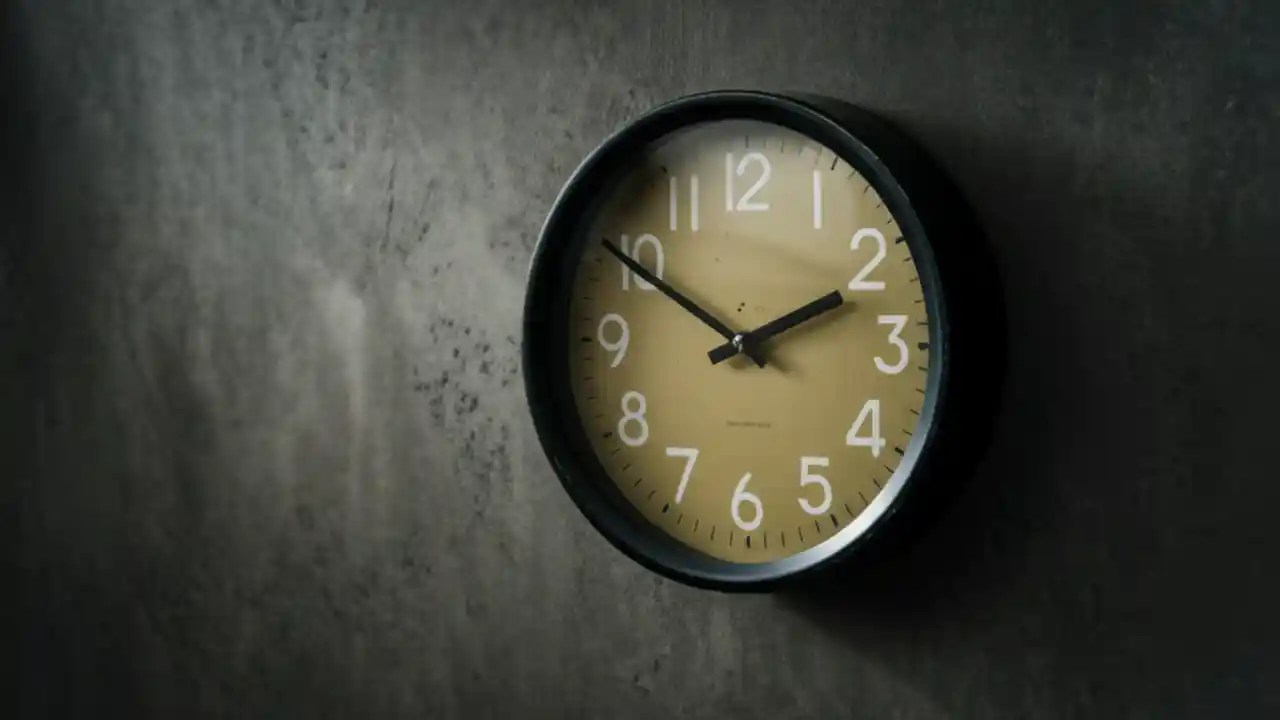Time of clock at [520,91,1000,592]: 1:50
